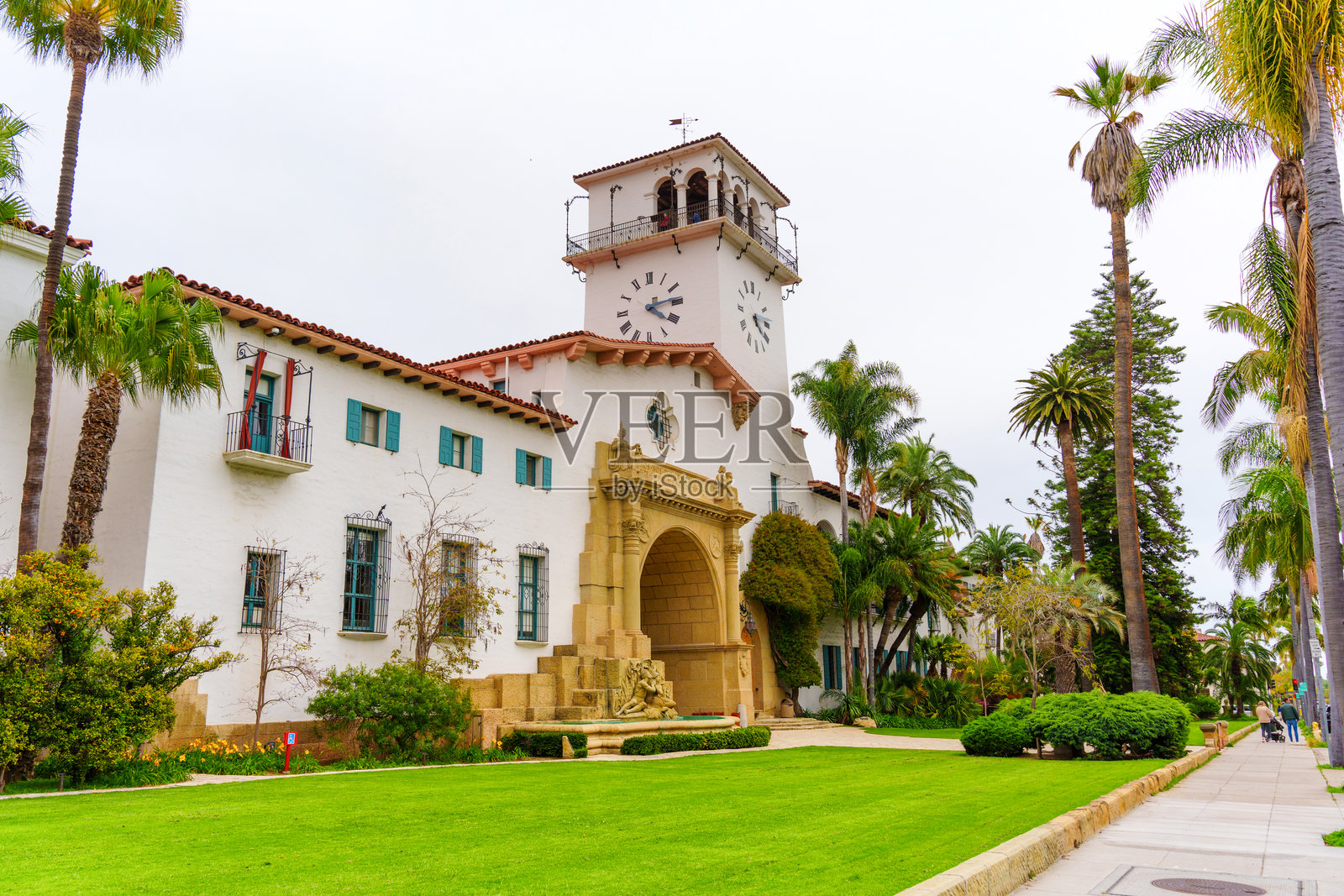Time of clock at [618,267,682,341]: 4:13
